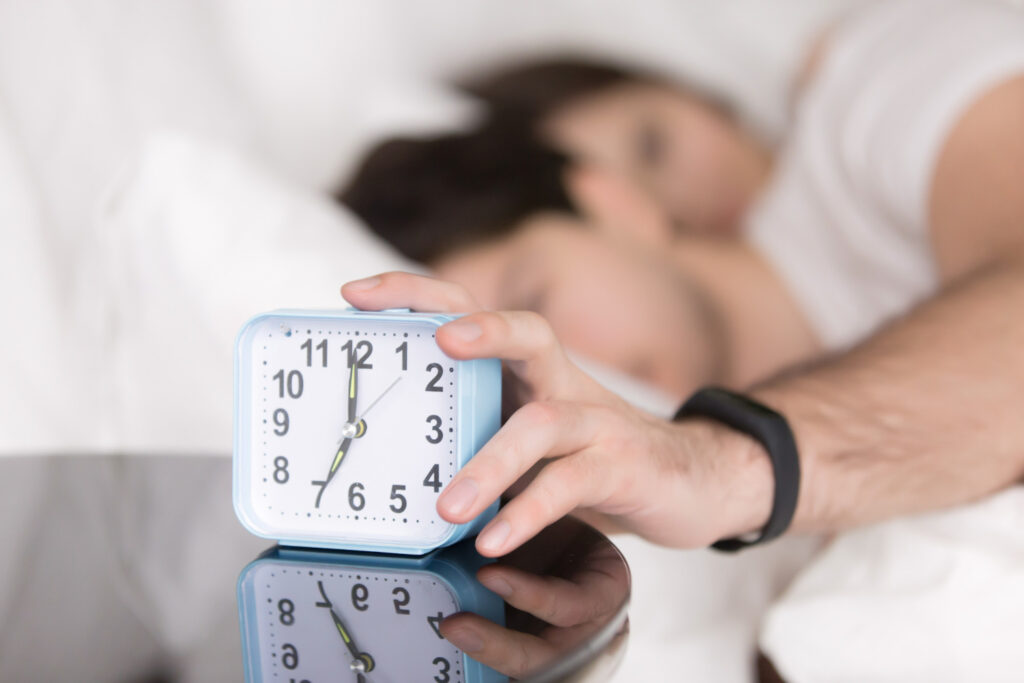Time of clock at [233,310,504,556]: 6:59
